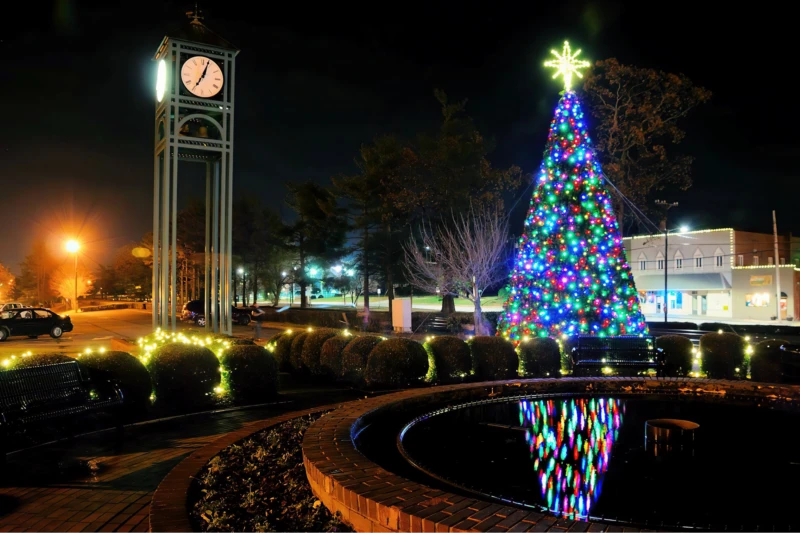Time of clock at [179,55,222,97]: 7:03
